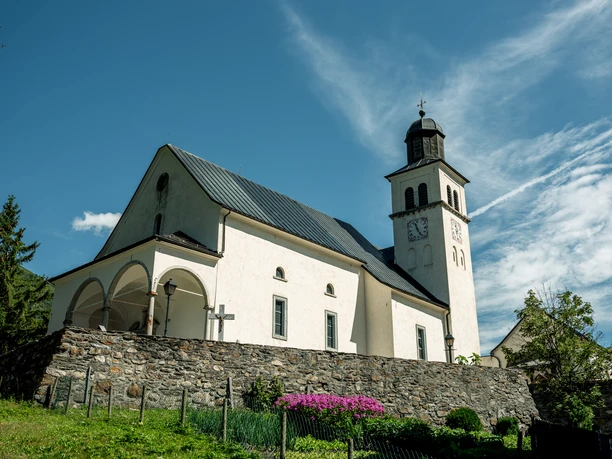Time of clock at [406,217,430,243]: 11:24
